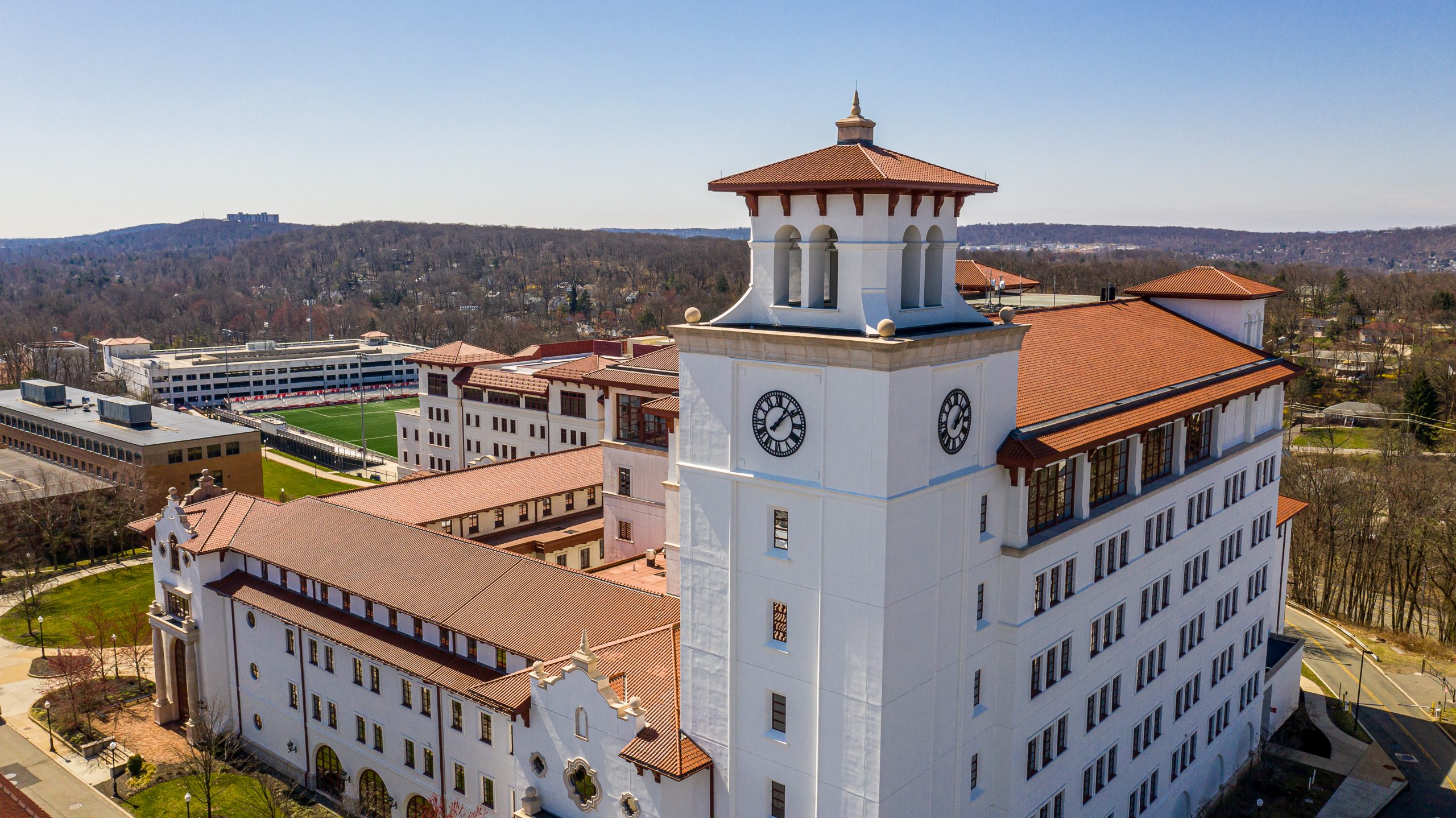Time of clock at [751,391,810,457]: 1:08
